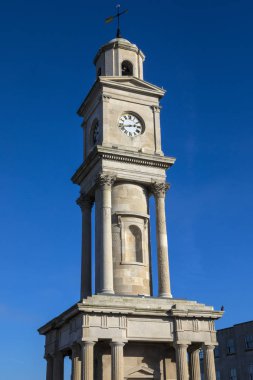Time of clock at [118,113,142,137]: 2:42
